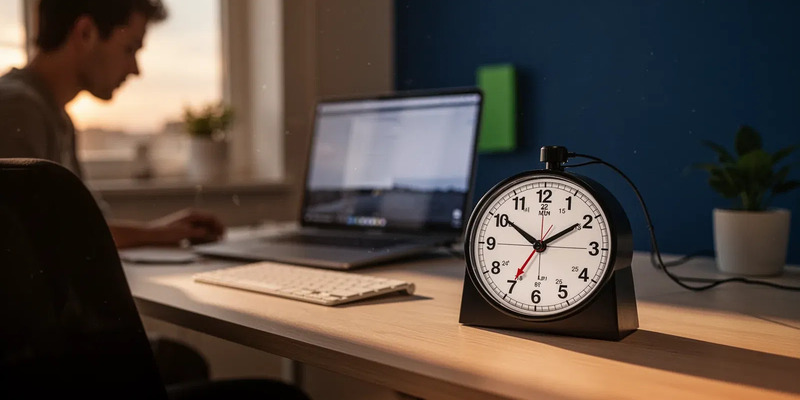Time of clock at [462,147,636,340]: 1:50
